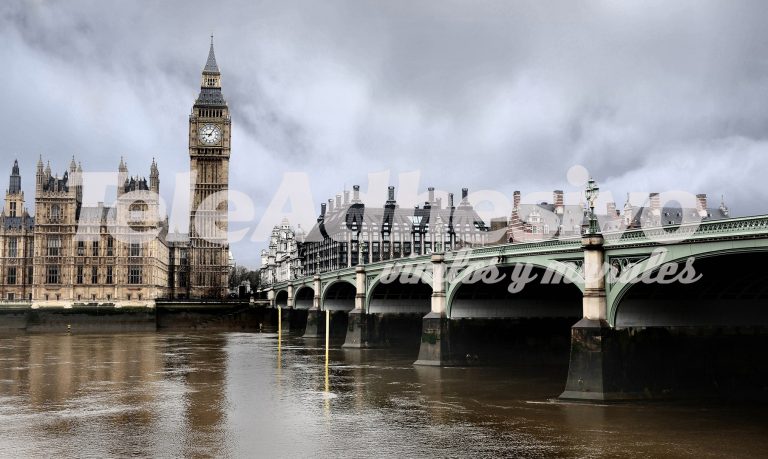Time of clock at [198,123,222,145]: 9:05
